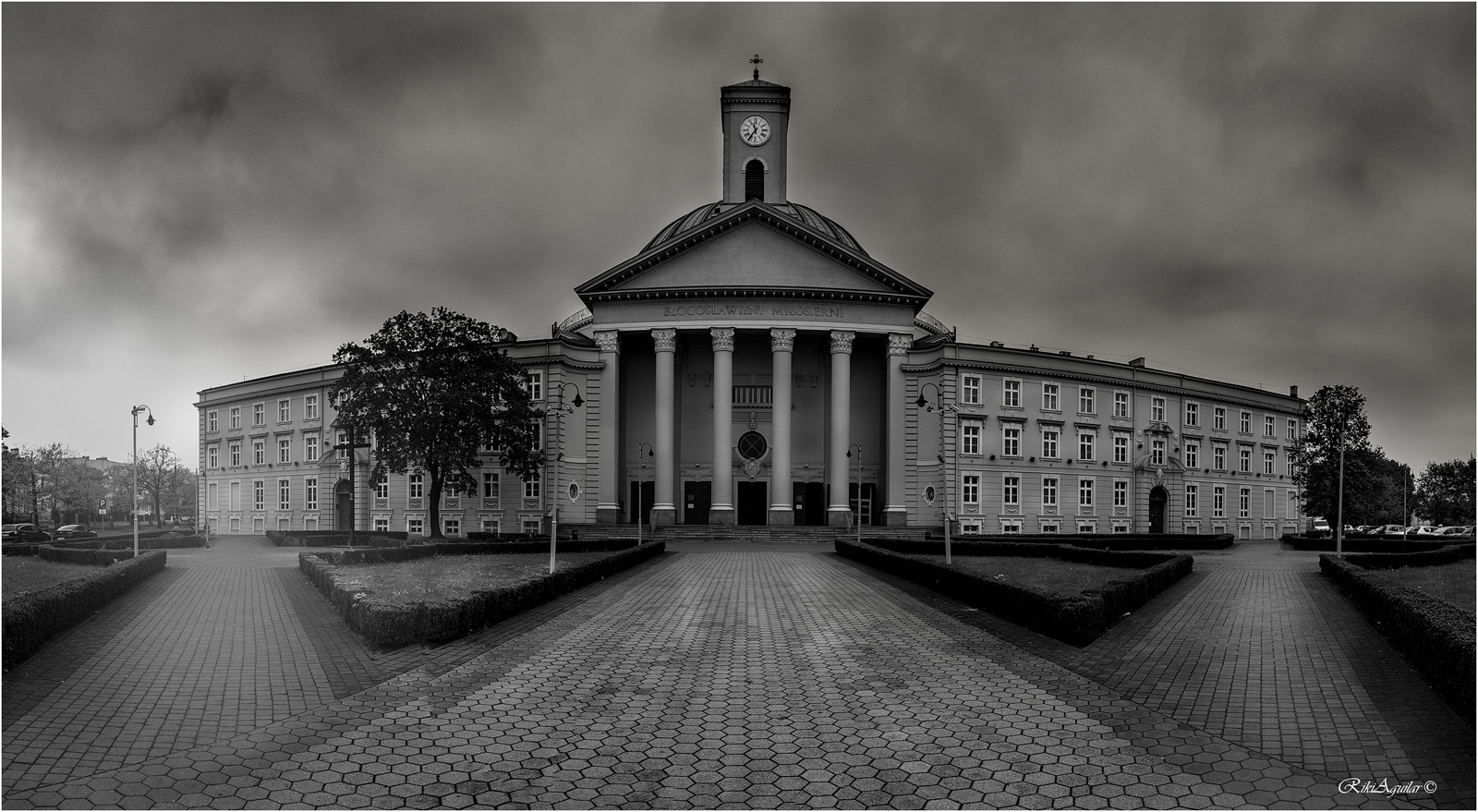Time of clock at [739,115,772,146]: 11:35
